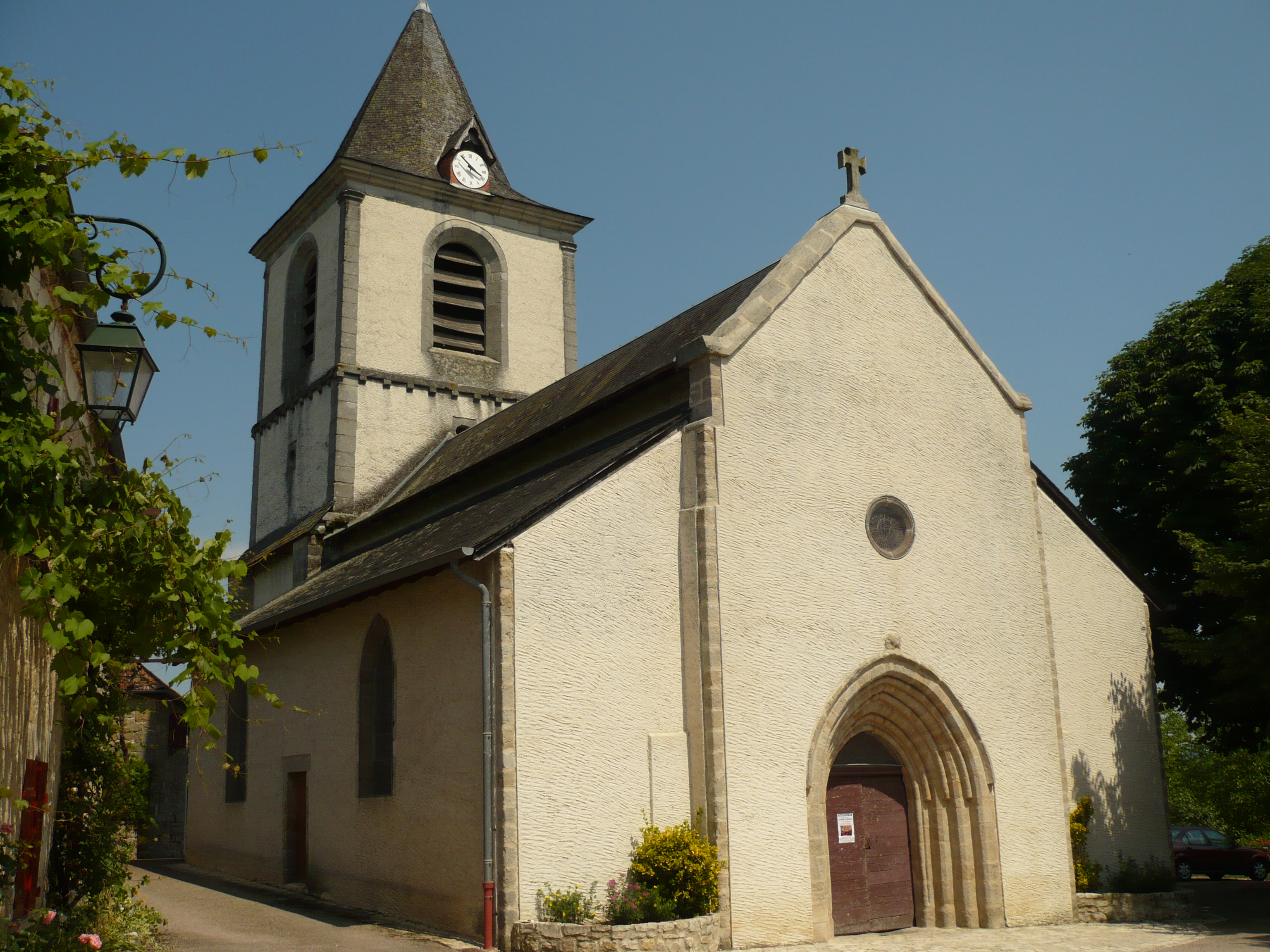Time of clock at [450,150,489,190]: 3:53
